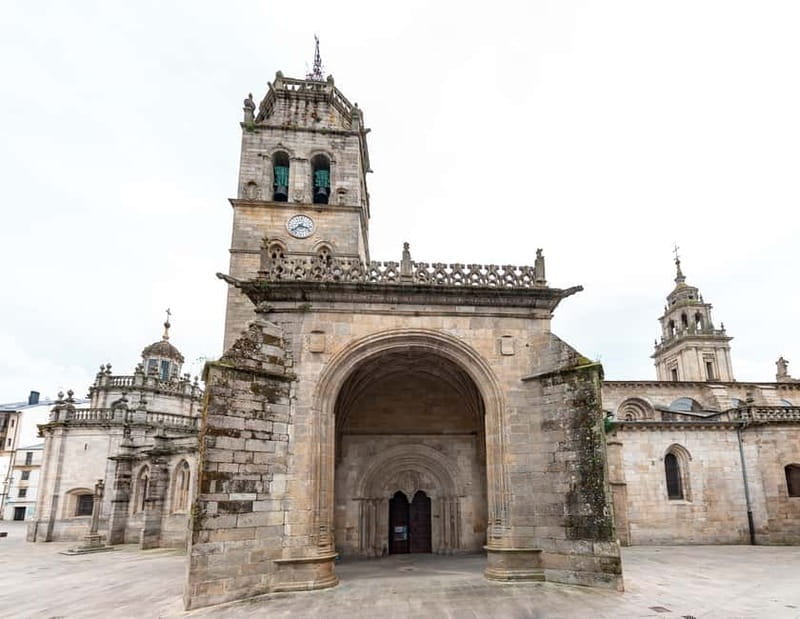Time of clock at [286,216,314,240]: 3:38
